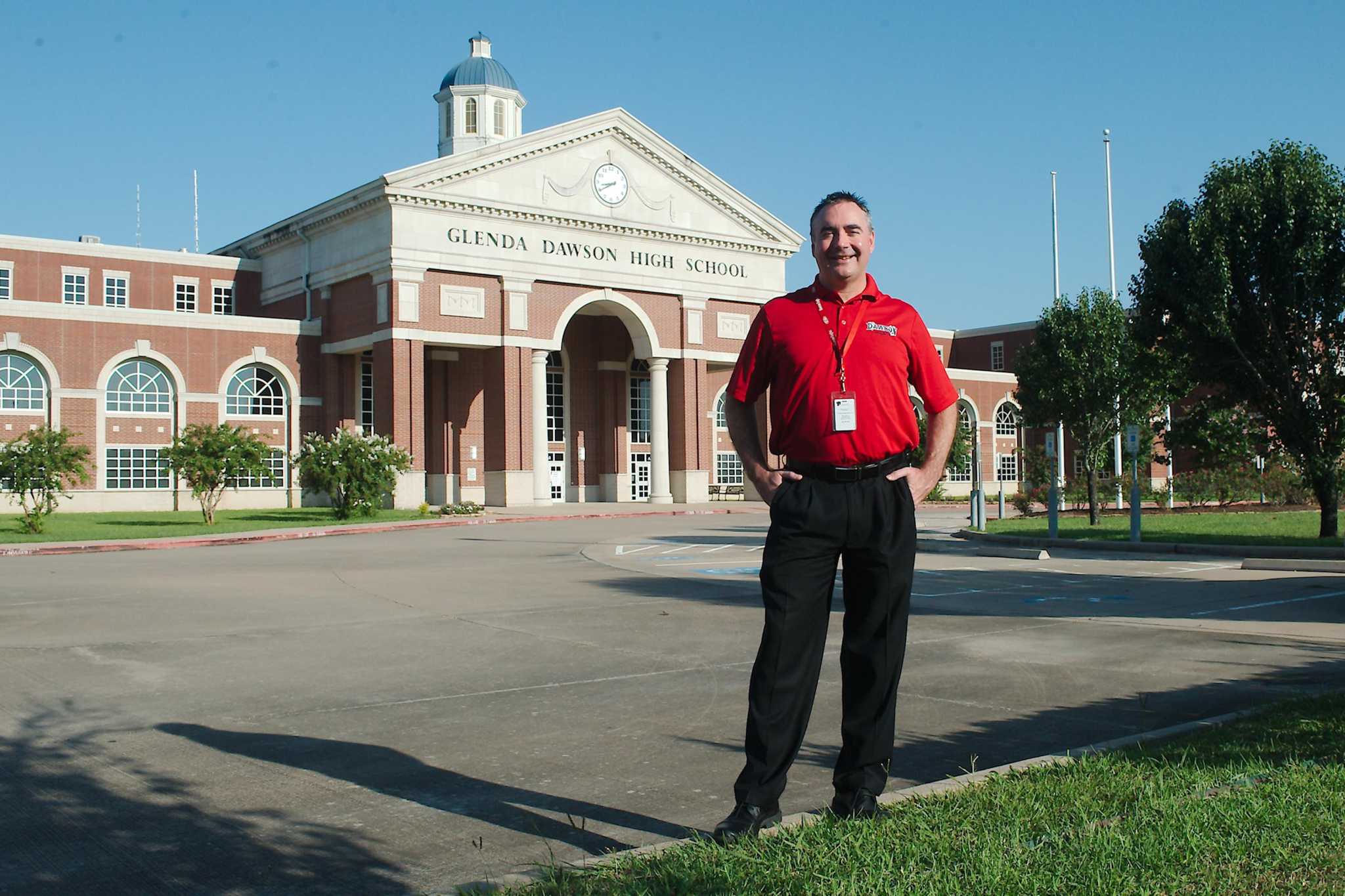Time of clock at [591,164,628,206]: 8:40
